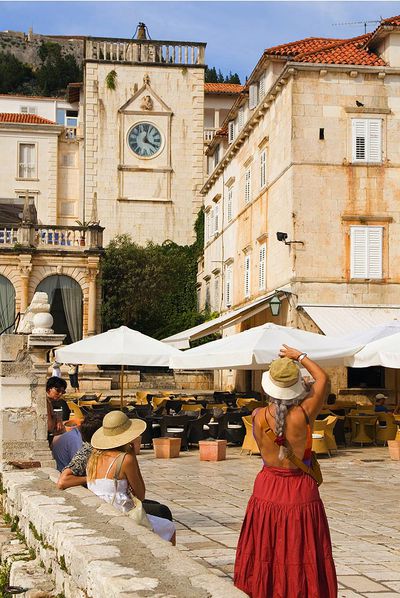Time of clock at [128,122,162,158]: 4:02
